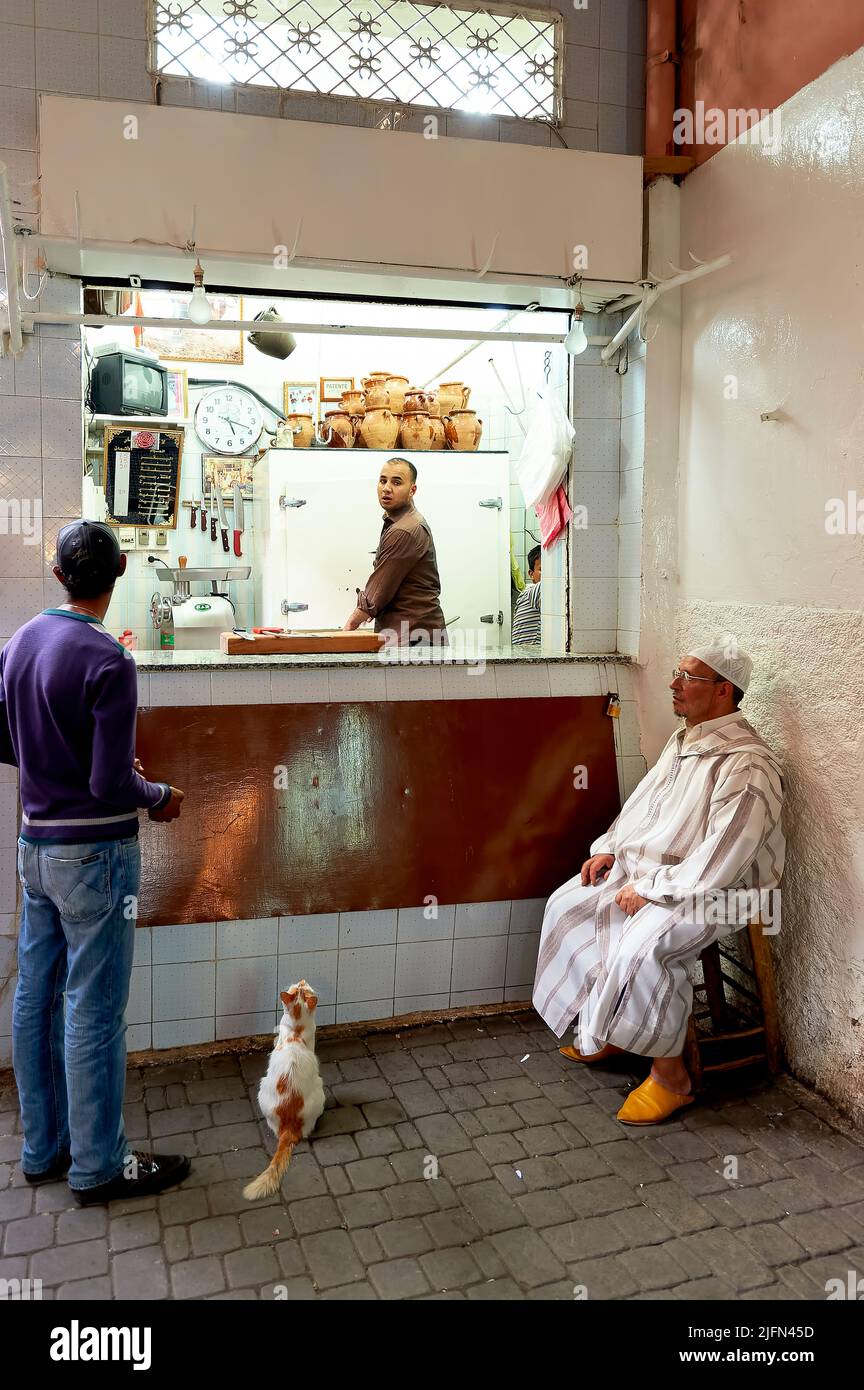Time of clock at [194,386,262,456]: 5:18
